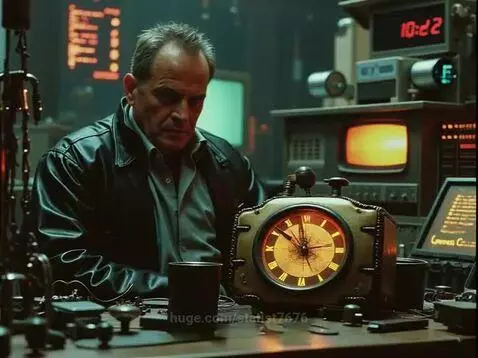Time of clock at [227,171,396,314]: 11:52
